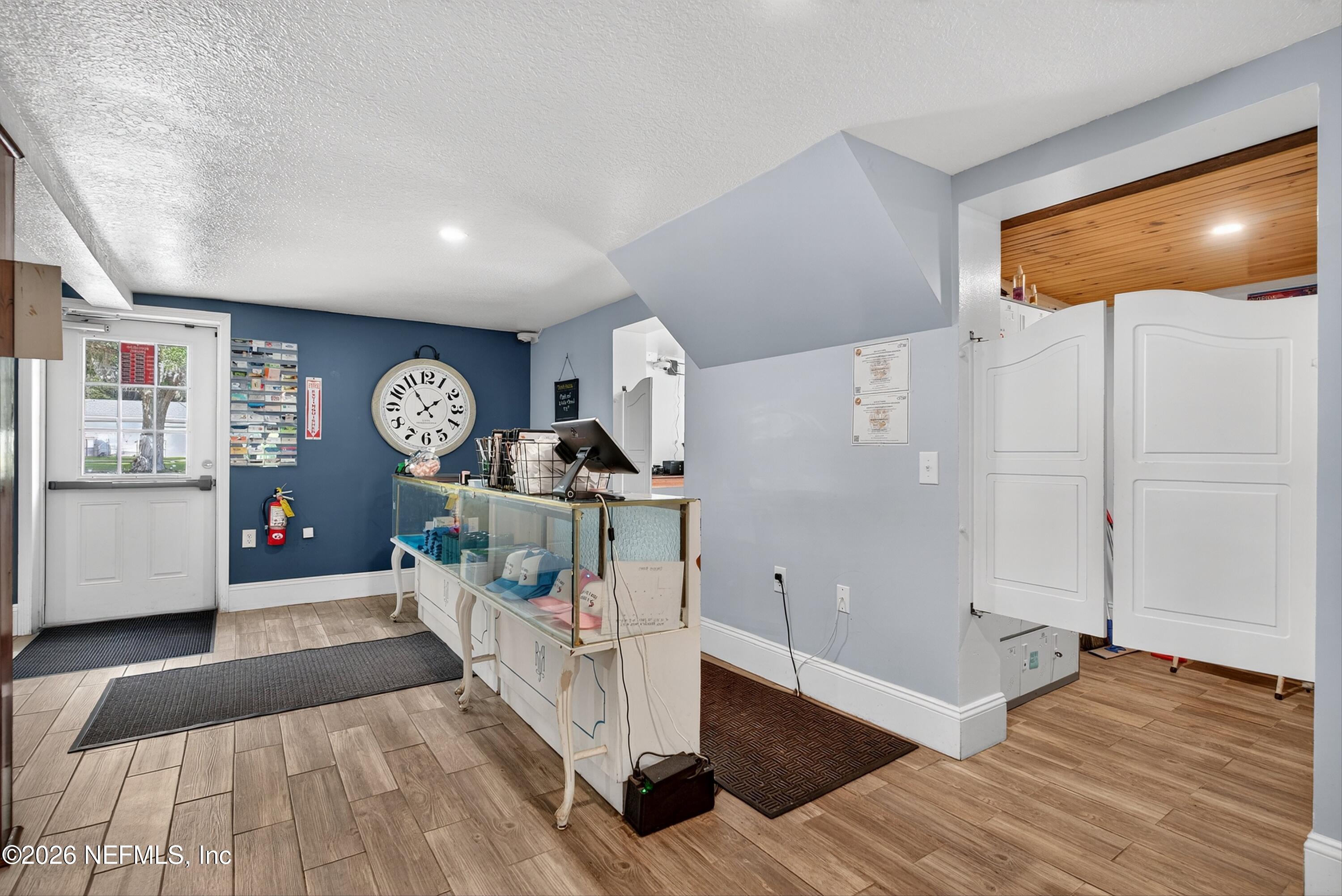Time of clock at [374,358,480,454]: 1:54
